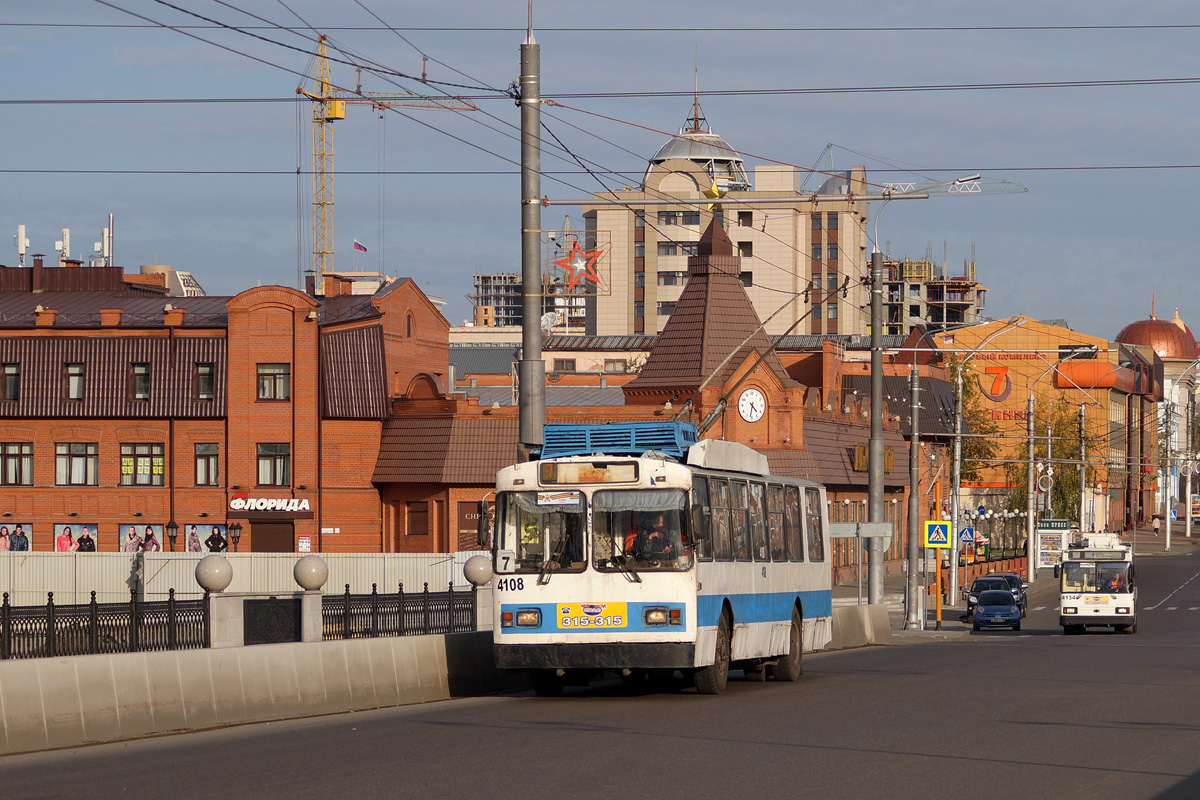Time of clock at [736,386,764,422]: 4:31
